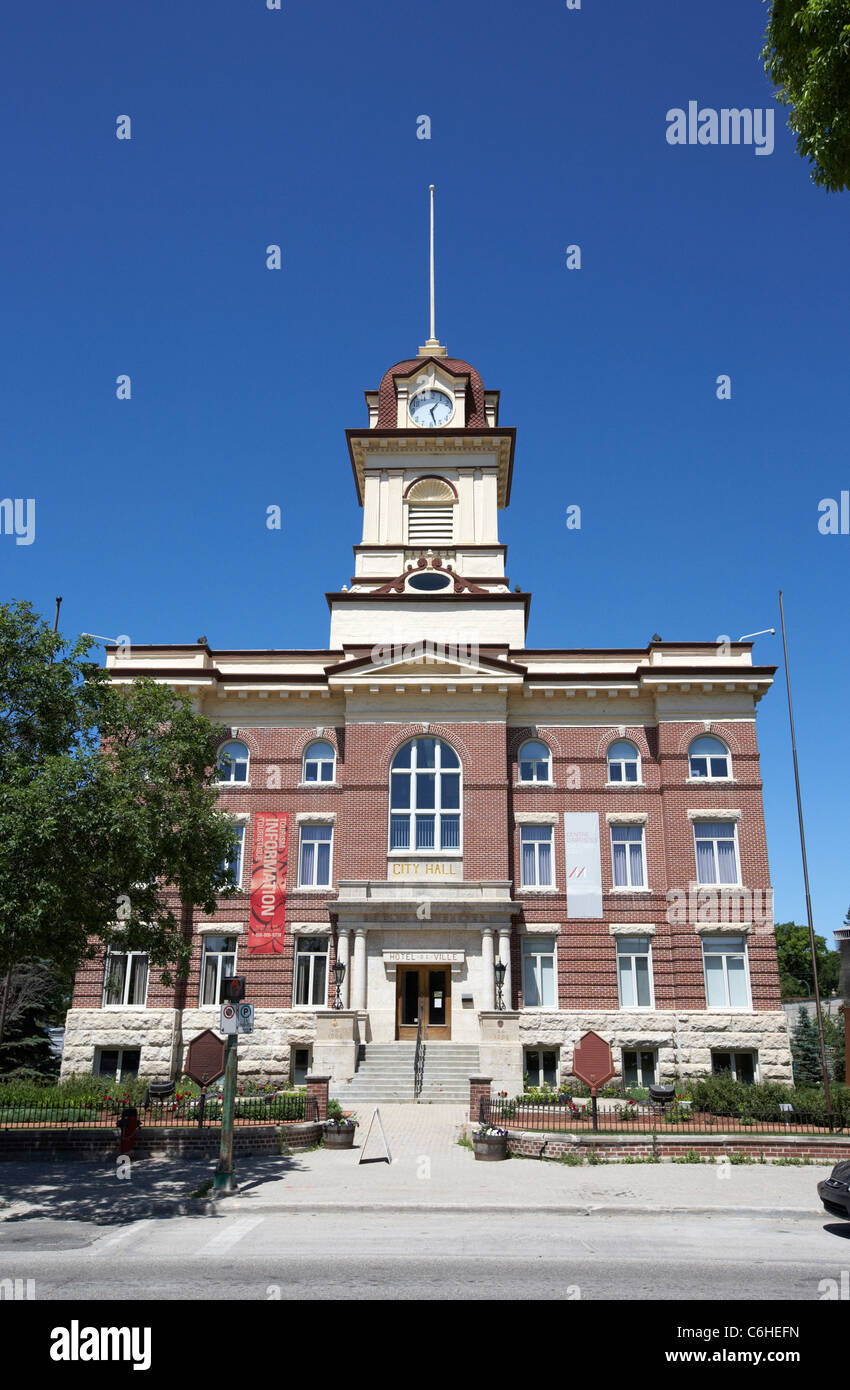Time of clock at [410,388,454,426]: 1:27
